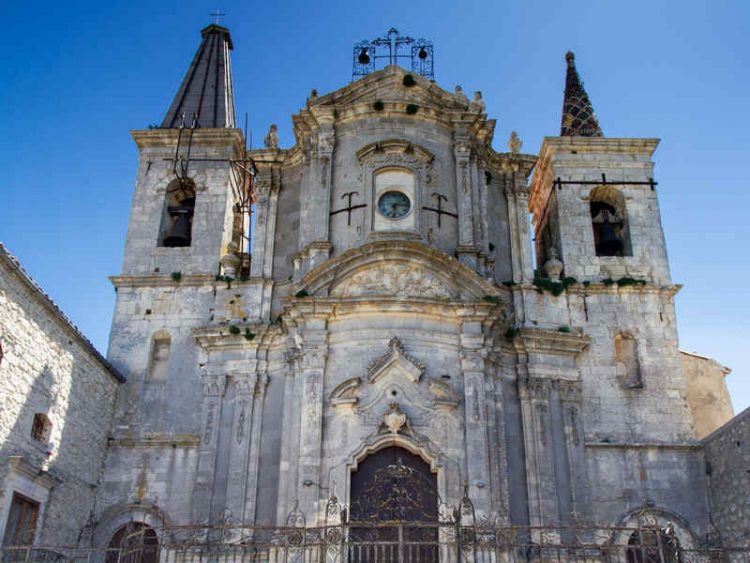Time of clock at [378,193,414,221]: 6:14
